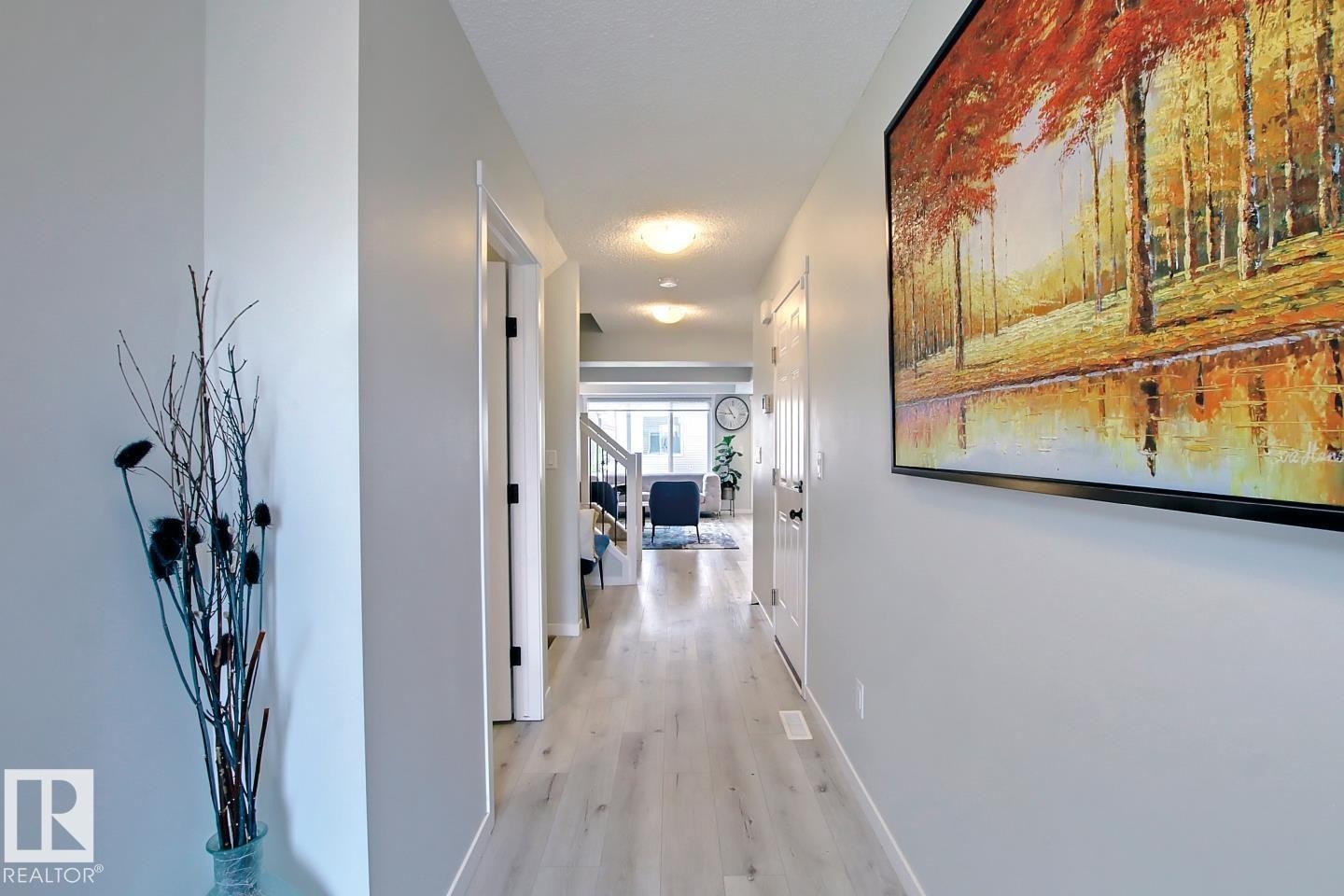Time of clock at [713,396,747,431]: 10:45
